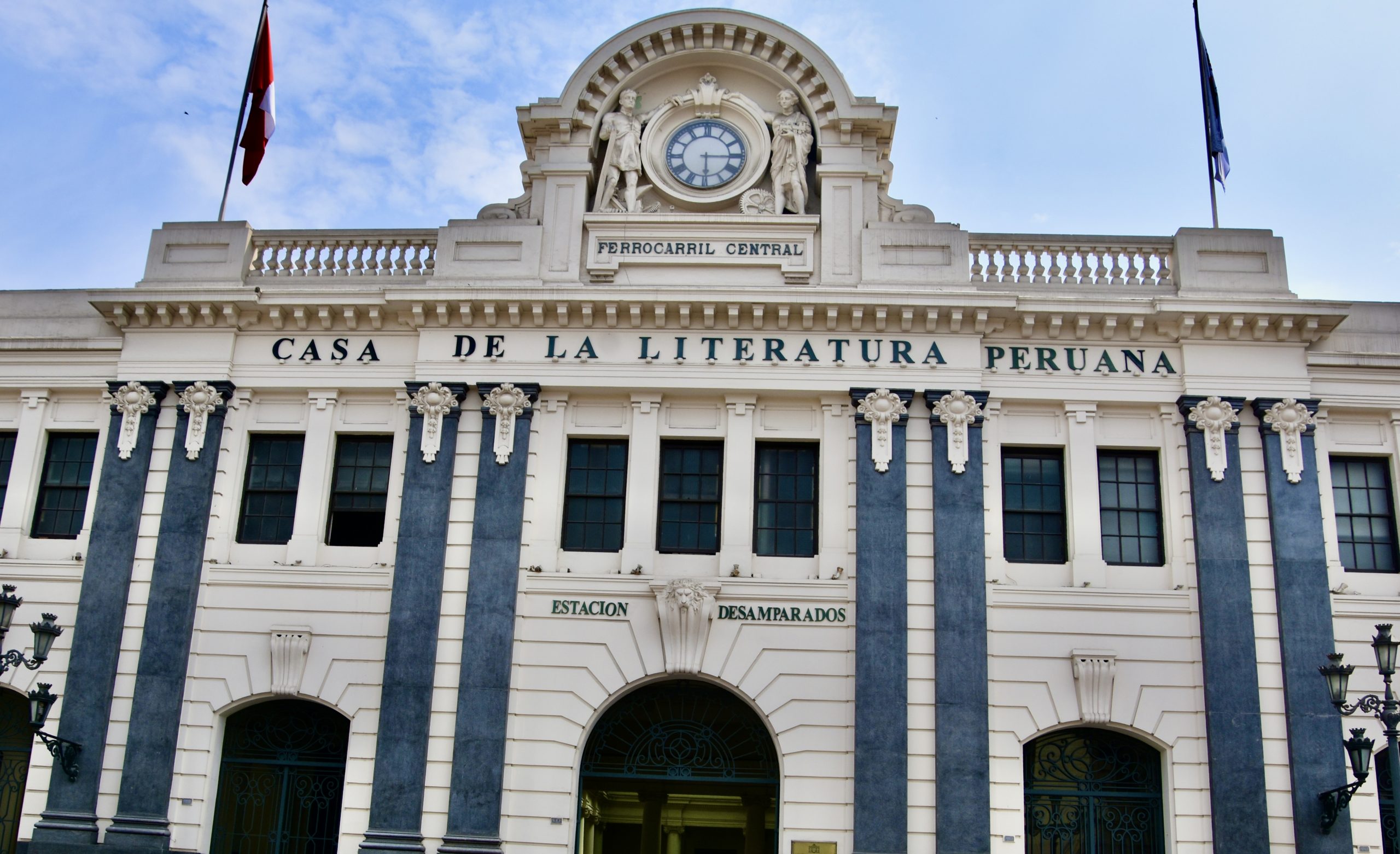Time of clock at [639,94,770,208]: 3:29
